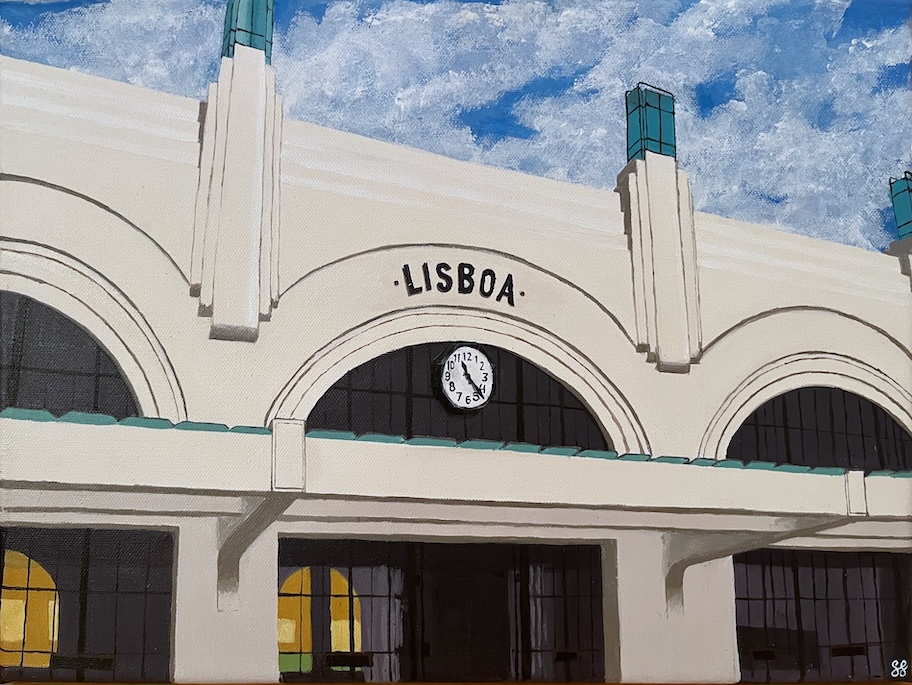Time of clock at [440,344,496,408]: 11:22
